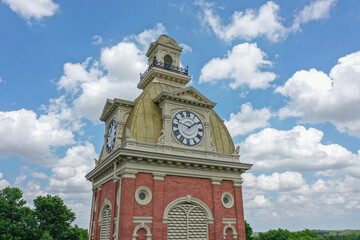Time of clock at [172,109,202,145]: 1:47
